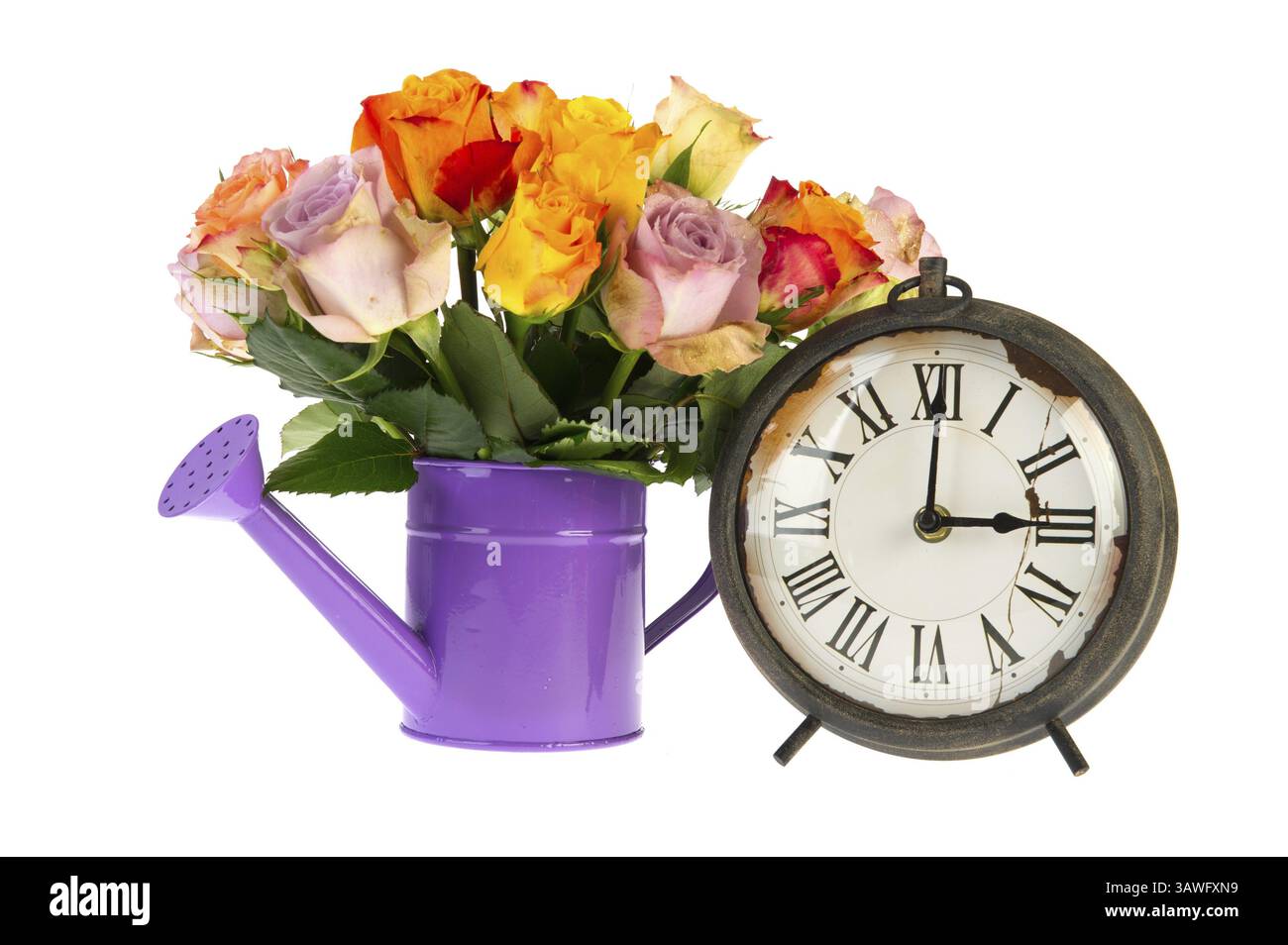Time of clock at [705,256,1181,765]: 3:00
